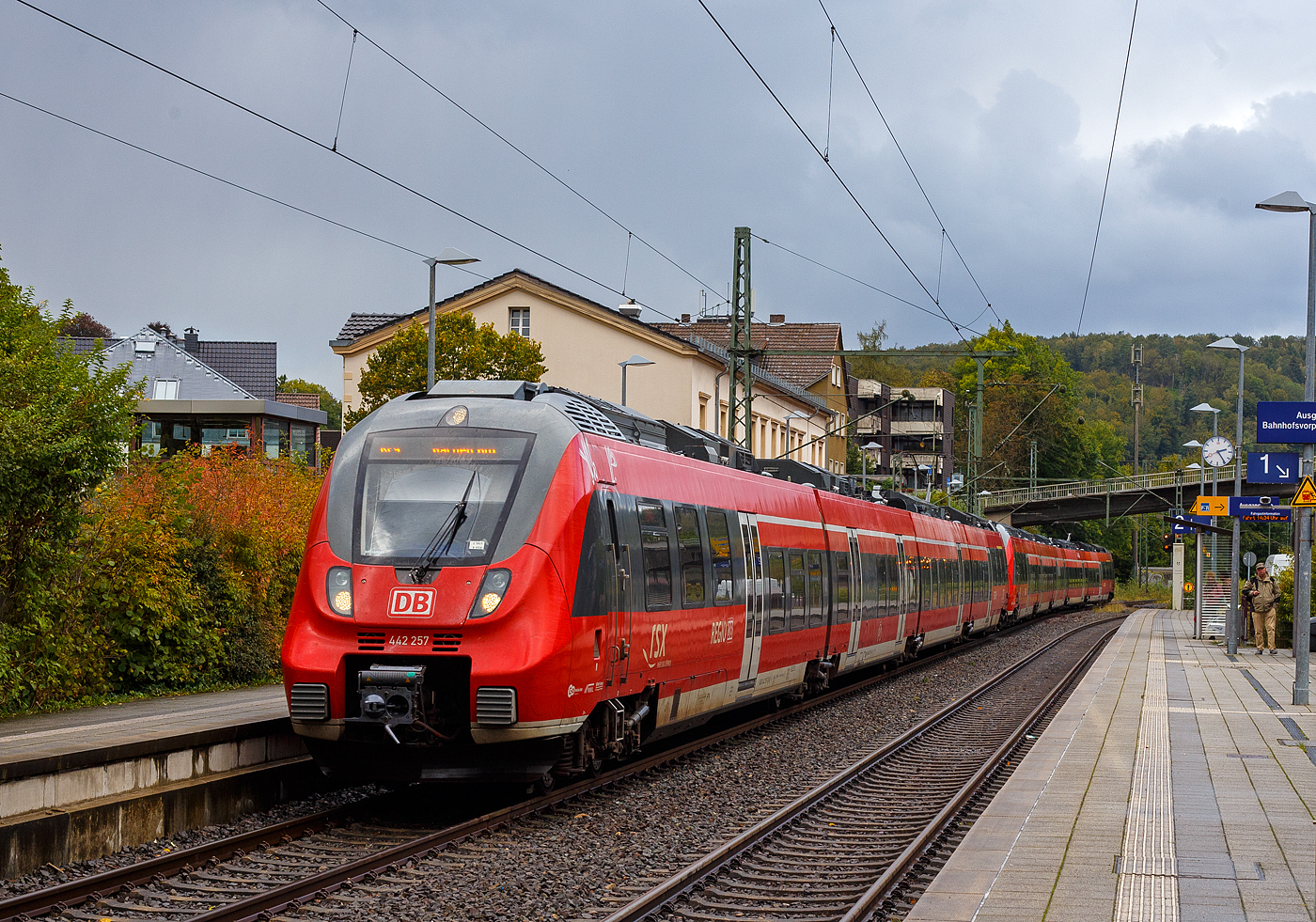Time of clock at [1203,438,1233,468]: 2:24
